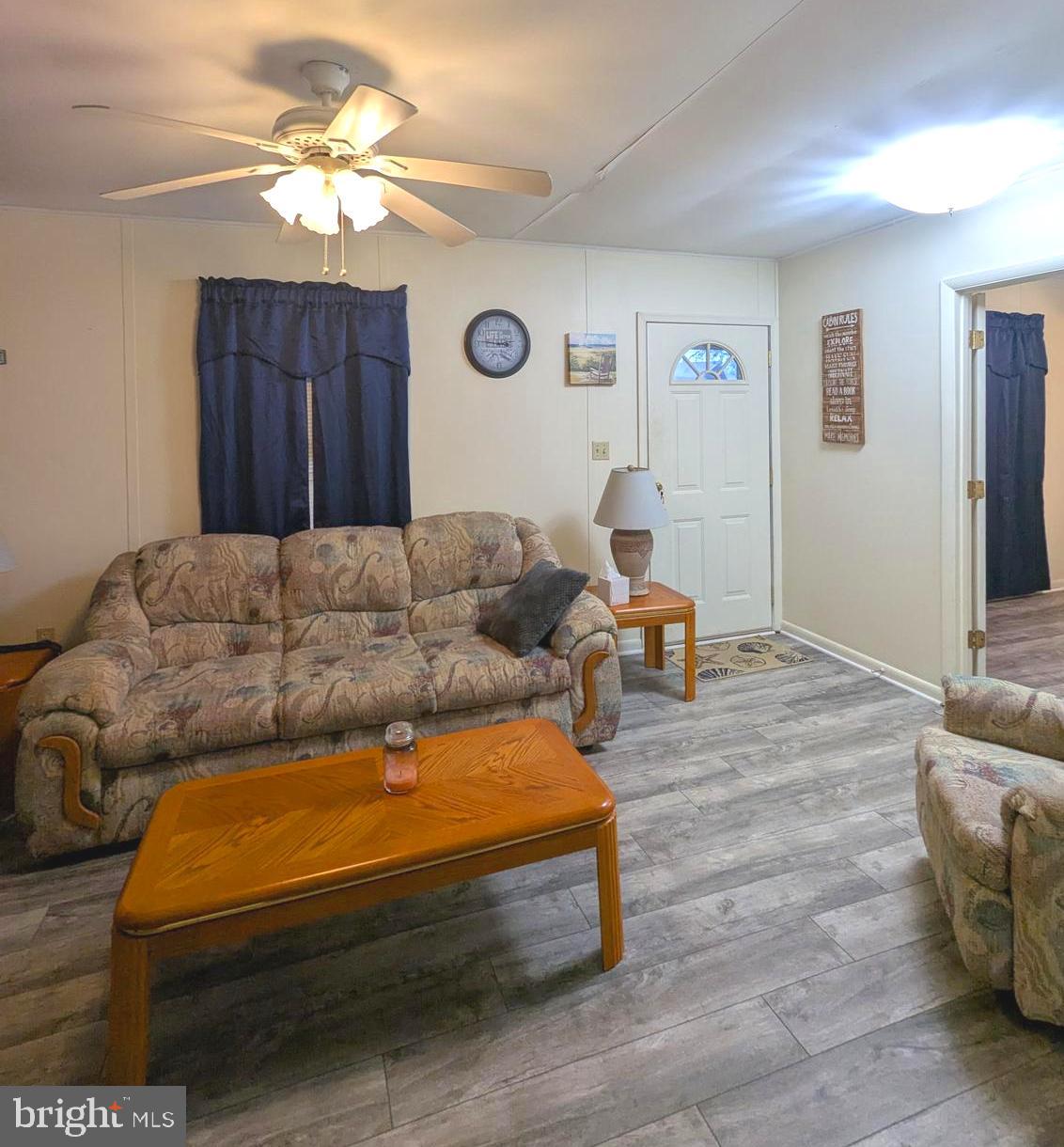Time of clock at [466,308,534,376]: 2:46
